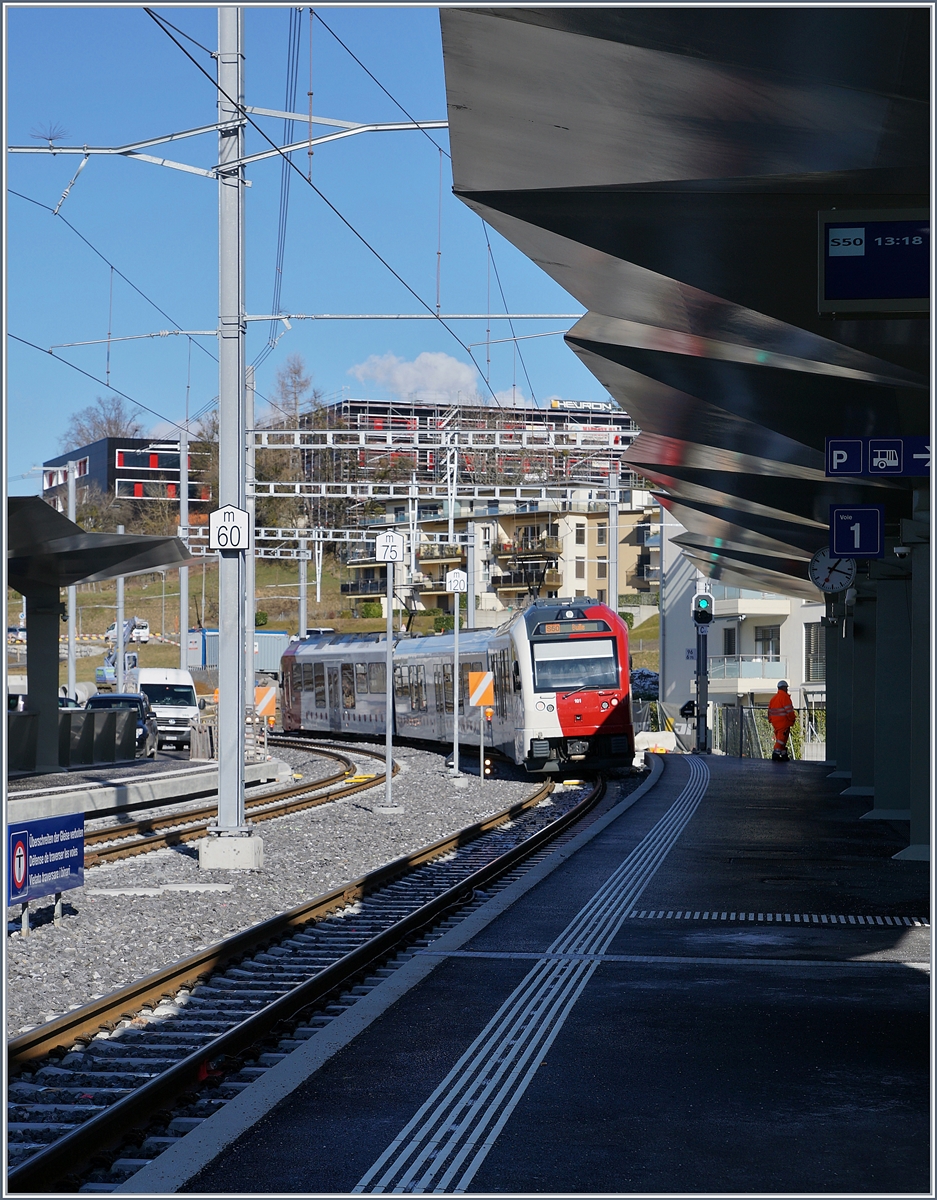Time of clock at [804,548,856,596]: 1:18
